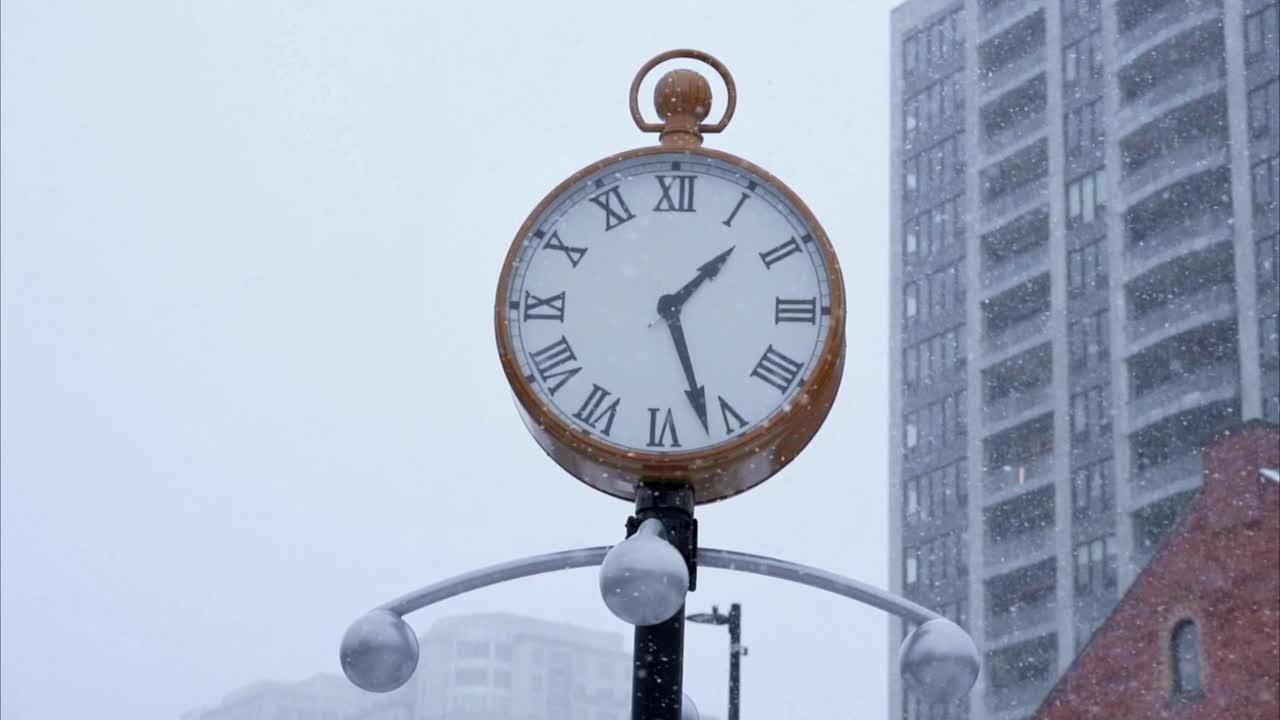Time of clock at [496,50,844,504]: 1:26
